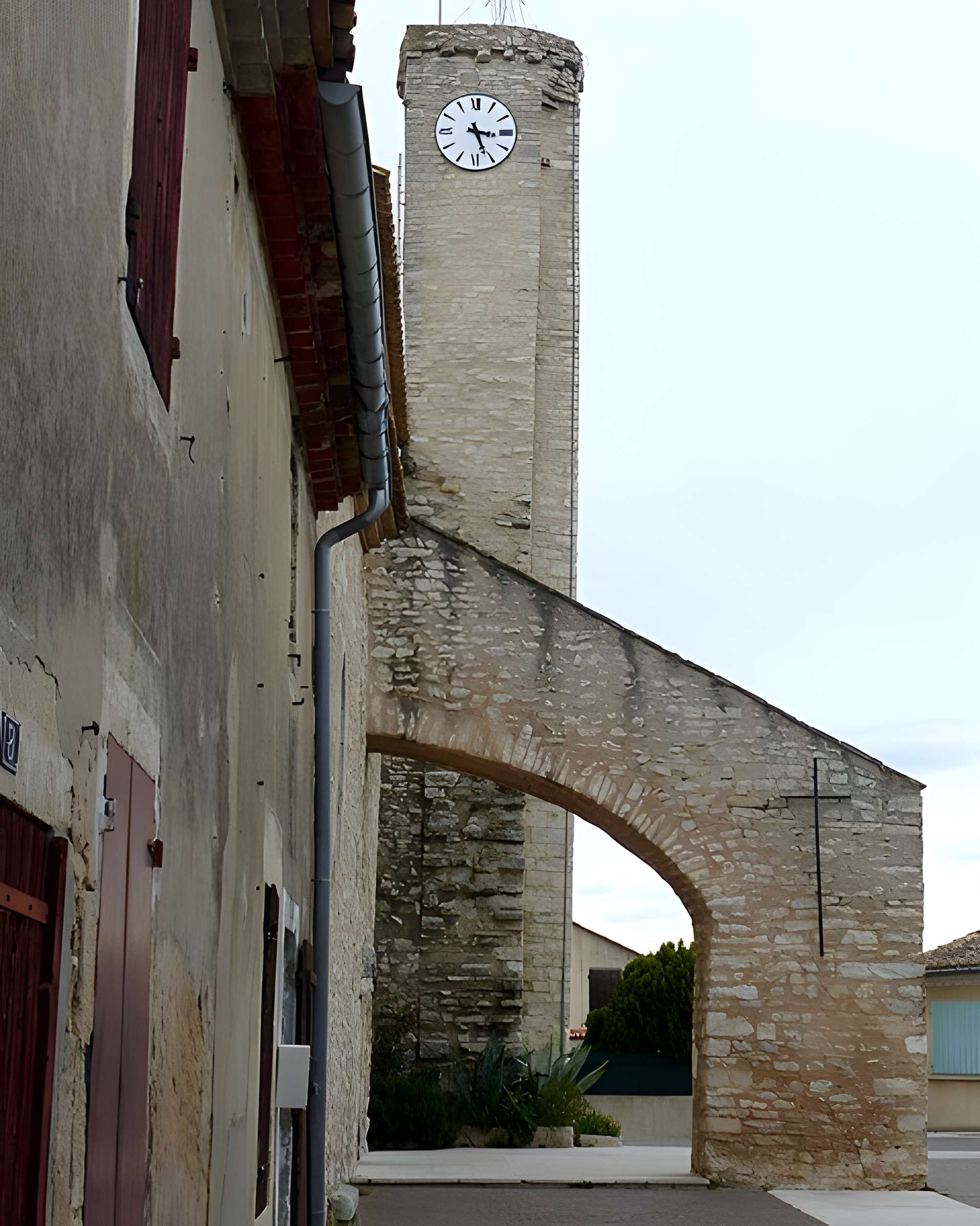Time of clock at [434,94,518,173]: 3:26
